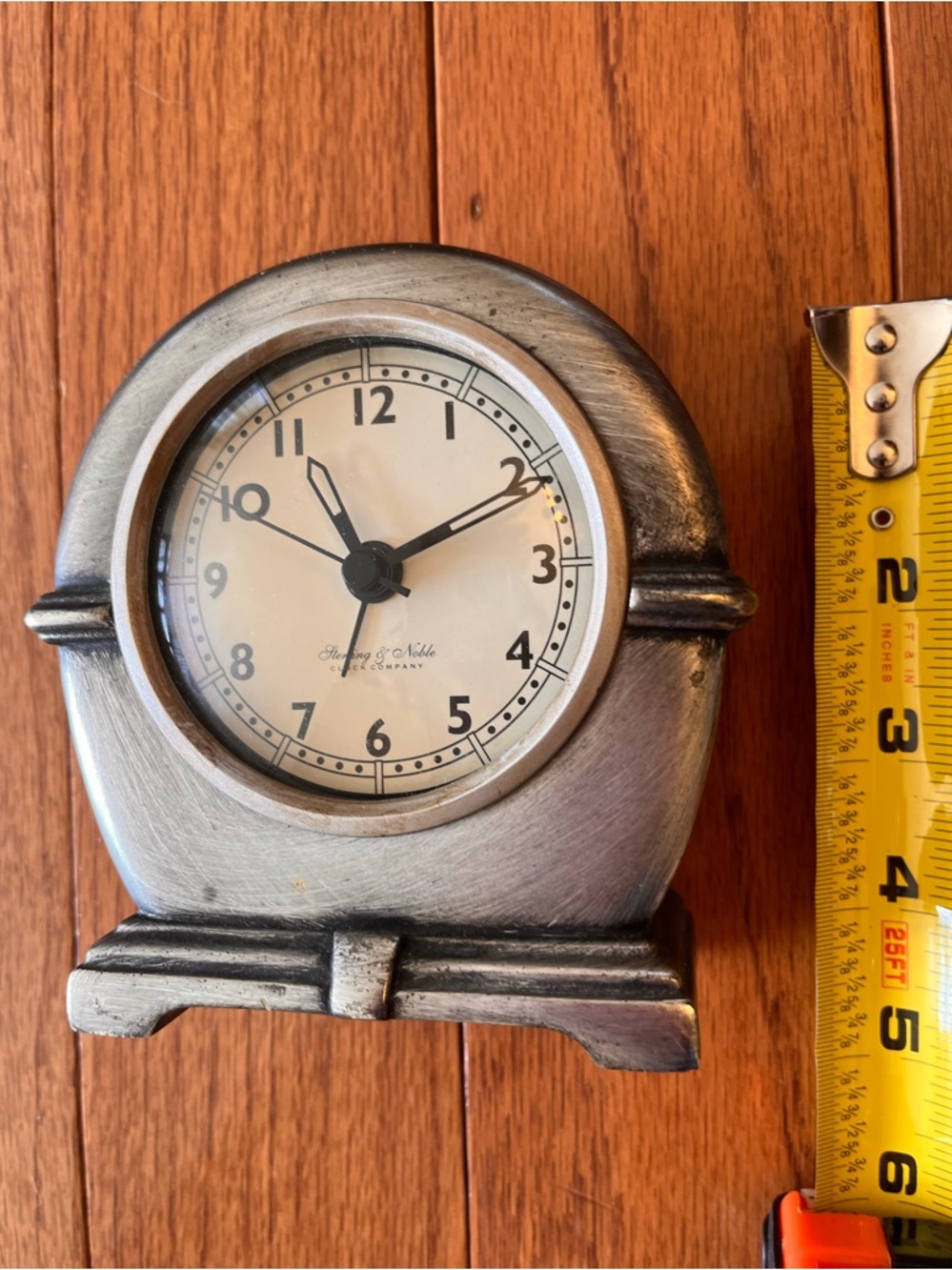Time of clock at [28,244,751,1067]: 11:10
